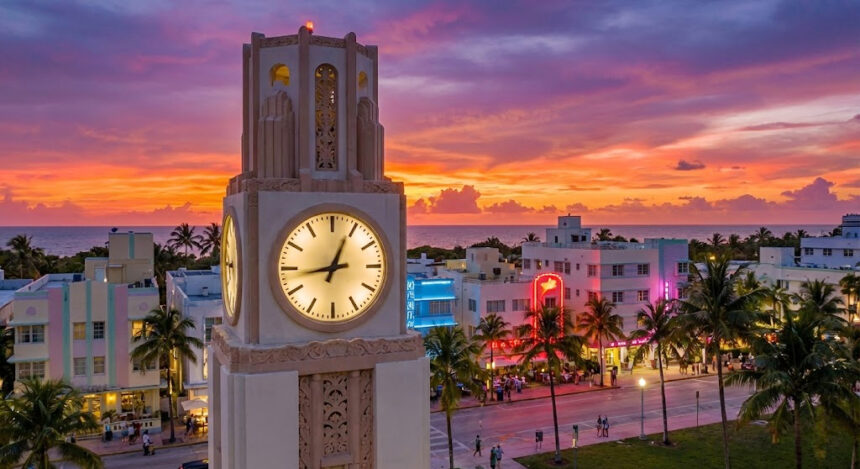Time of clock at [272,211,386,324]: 12:43
